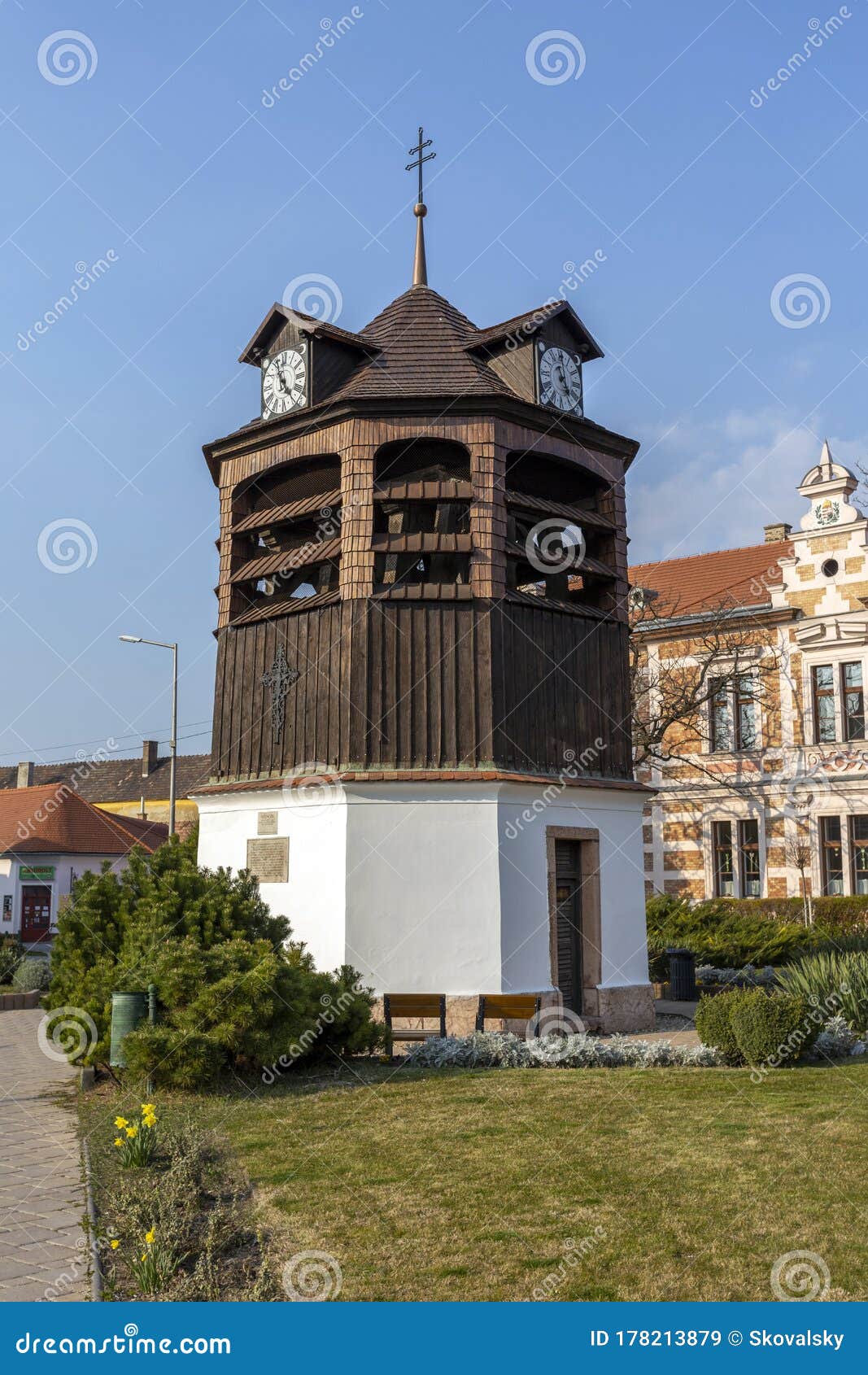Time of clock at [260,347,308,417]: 4:57
